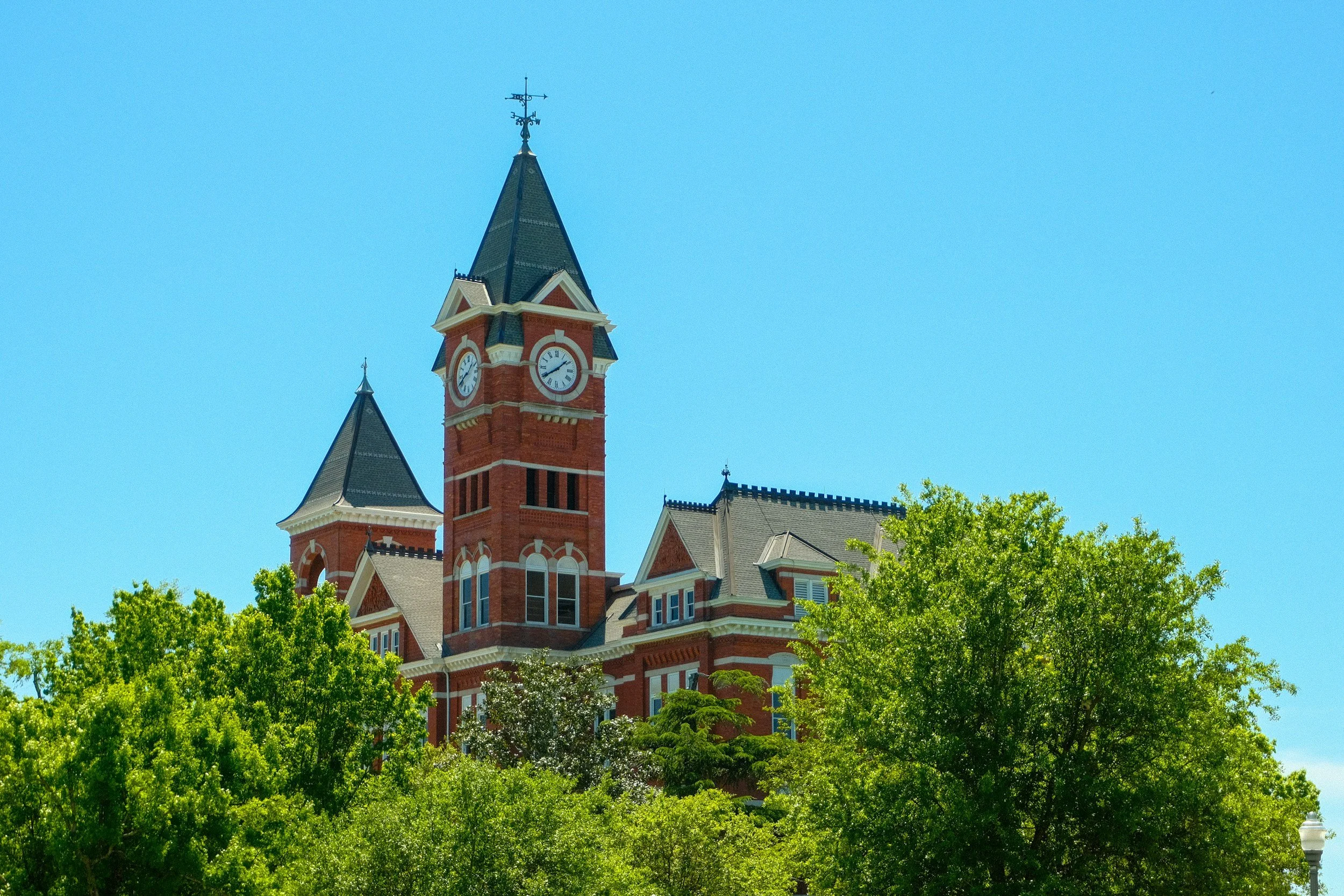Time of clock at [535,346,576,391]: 1:39
